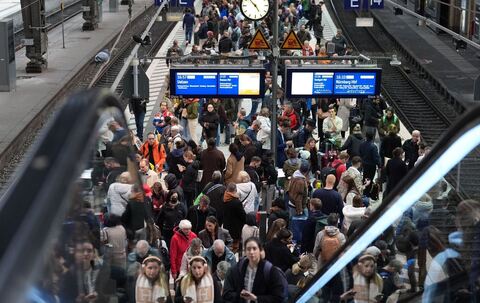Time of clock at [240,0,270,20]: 4:52
